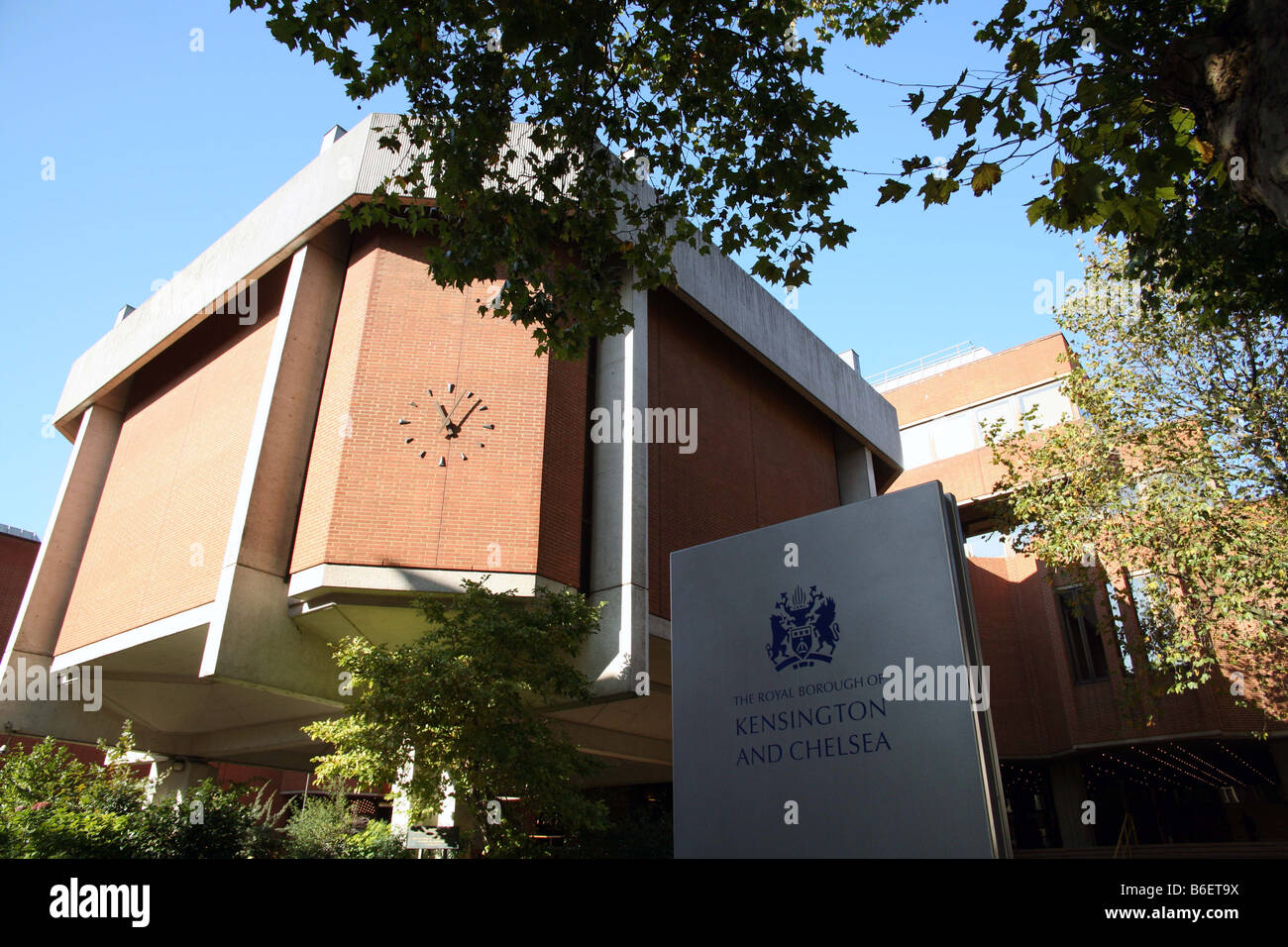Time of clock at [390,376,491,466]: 11:07
